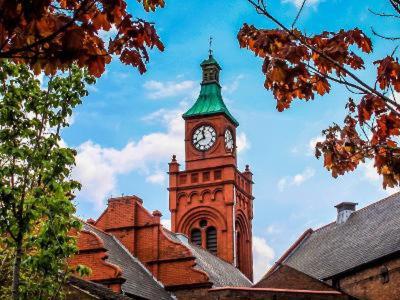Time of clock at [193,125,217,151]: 11:40
